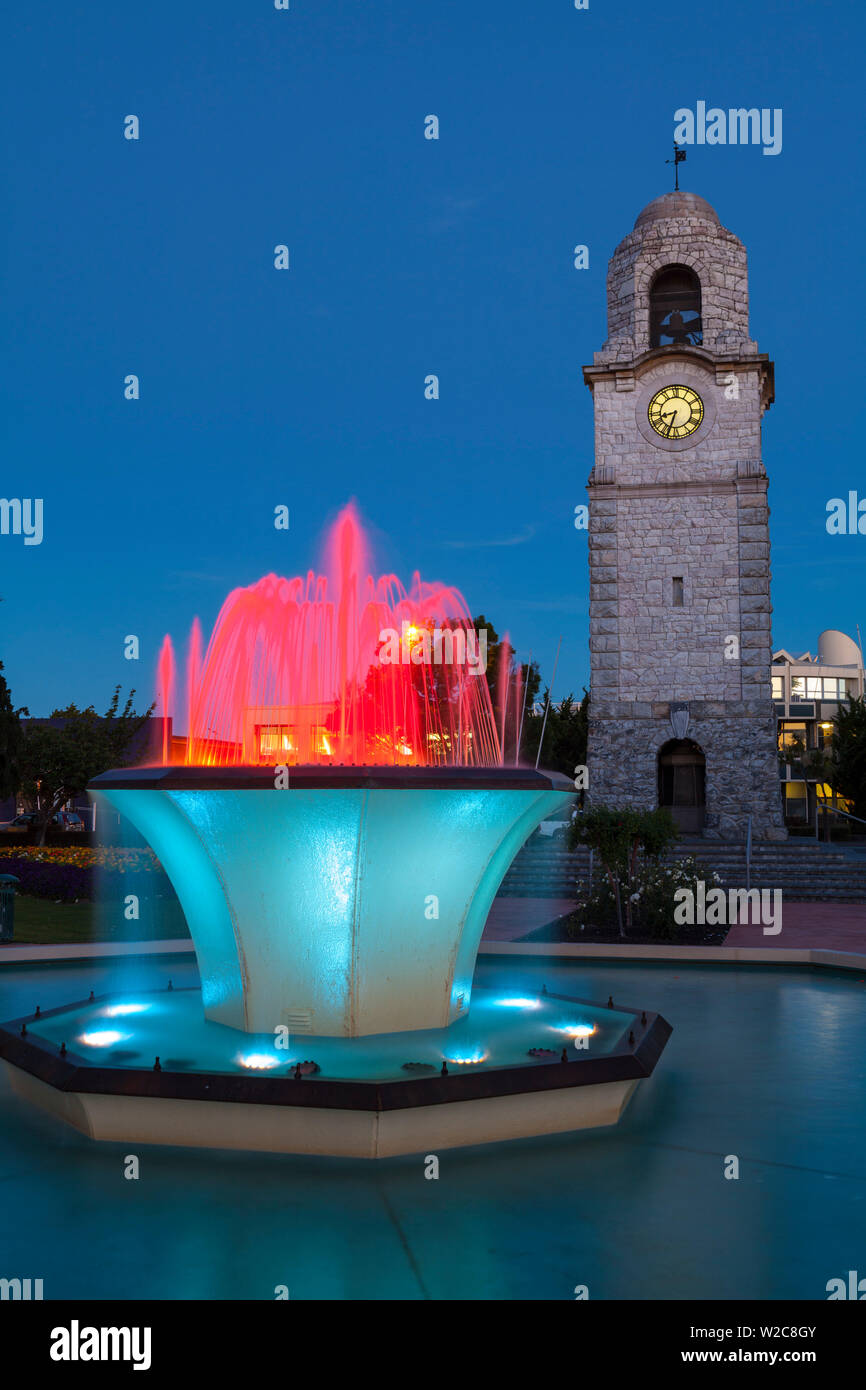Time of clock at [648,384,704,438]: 8:33
